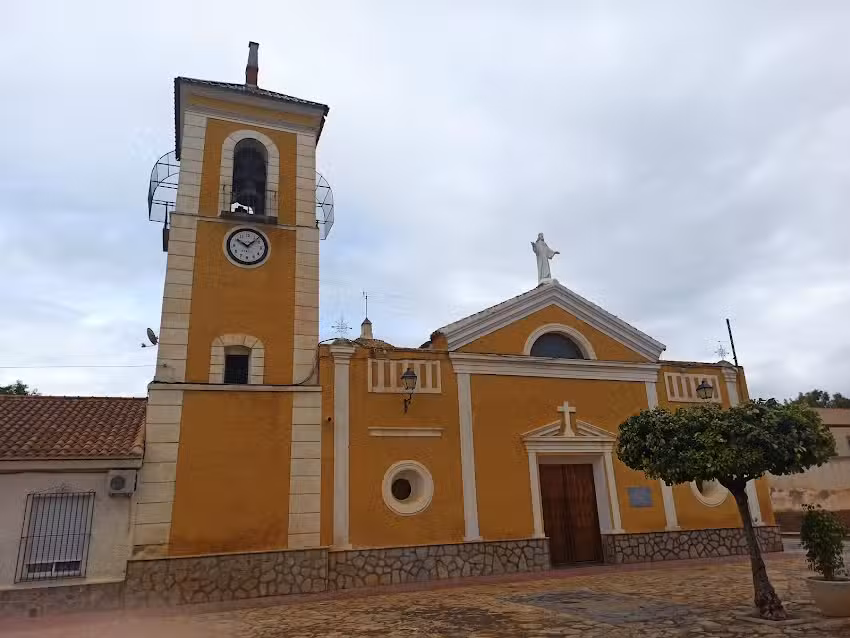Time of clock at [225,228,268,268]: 10:07
